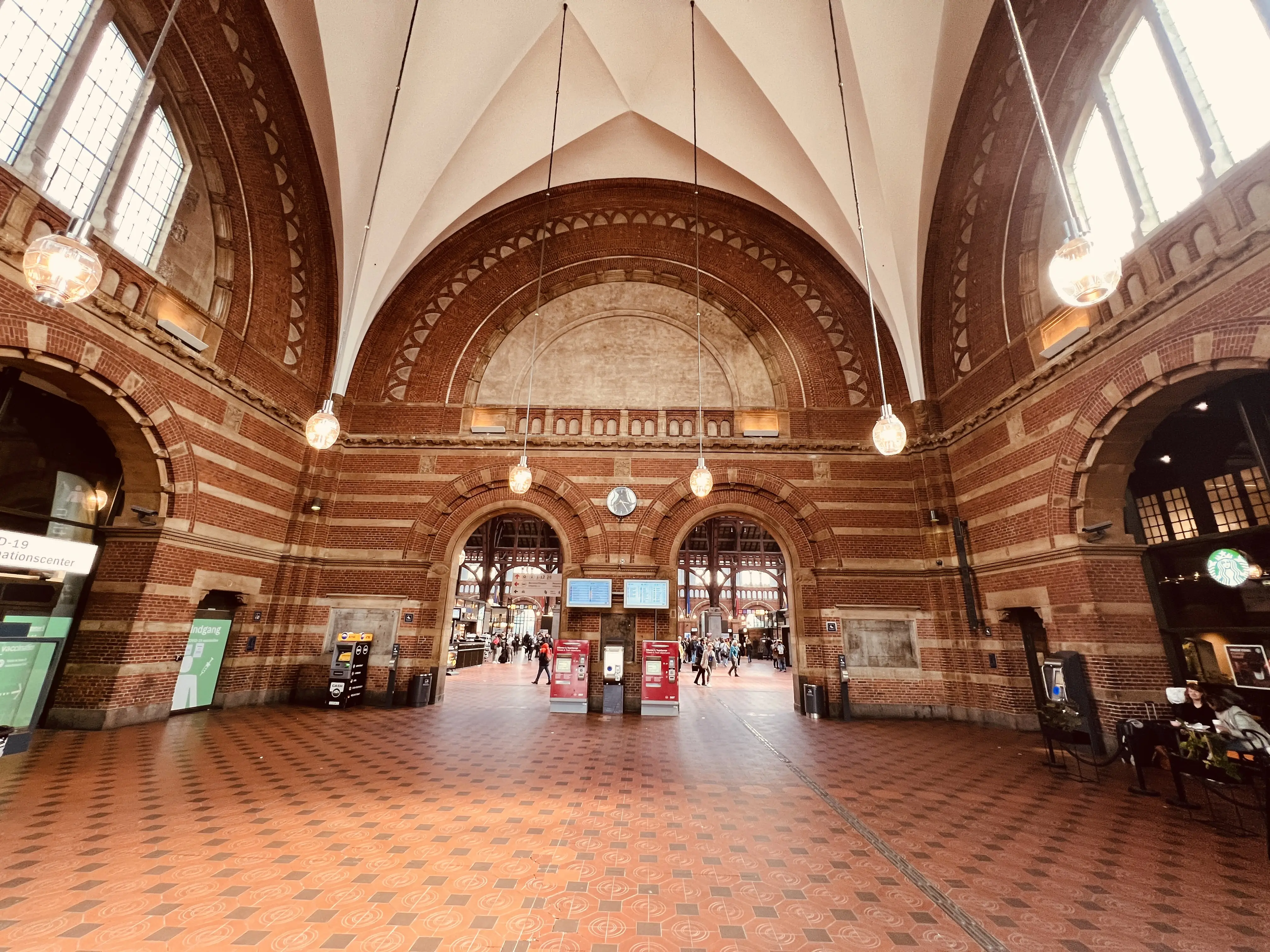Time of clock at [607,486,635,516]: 3:24
